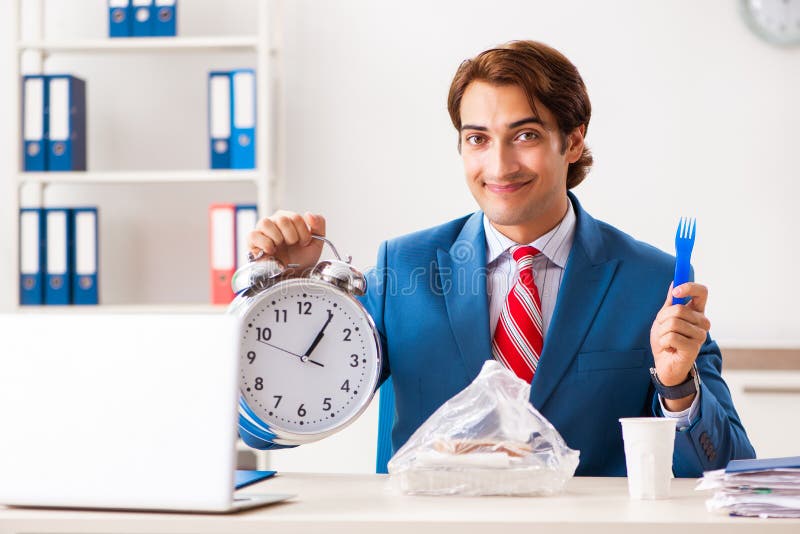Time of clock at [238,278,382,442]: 1:05
